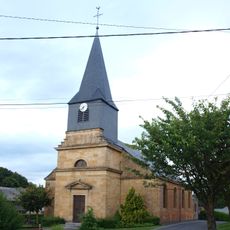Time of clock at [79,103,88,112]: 7:37
